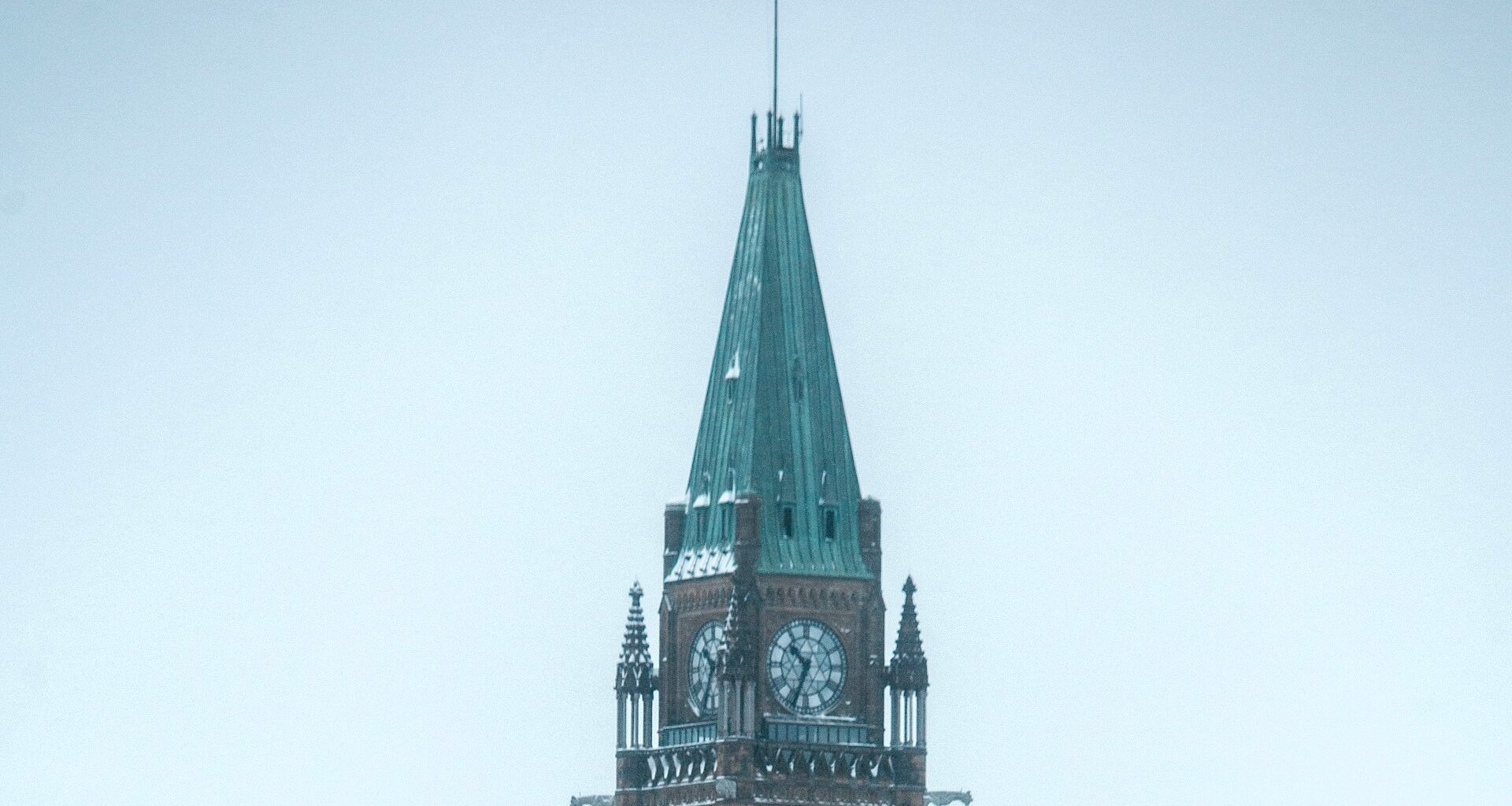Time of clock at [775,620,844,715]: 10:34
